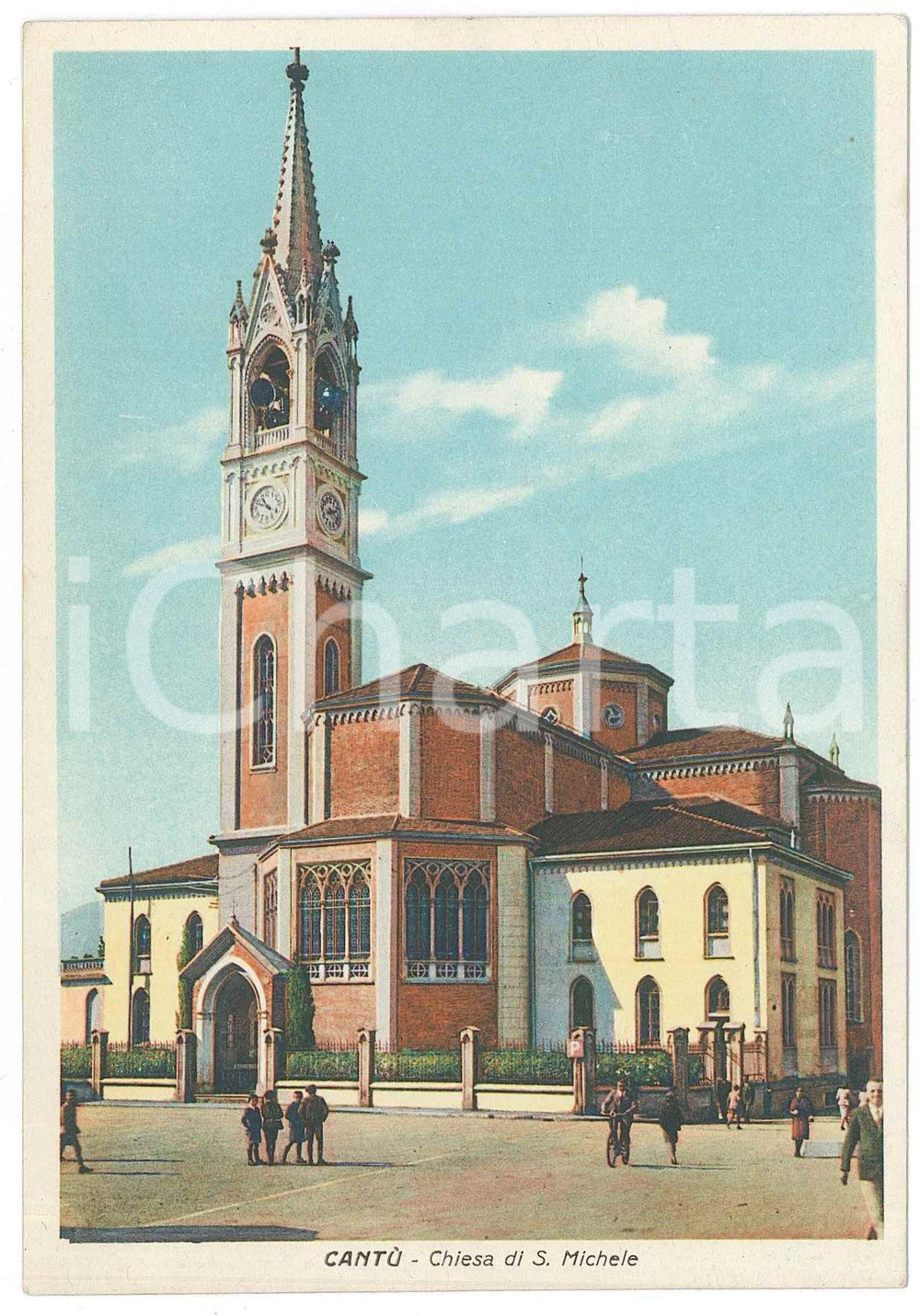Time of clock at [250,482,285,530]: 10:48
